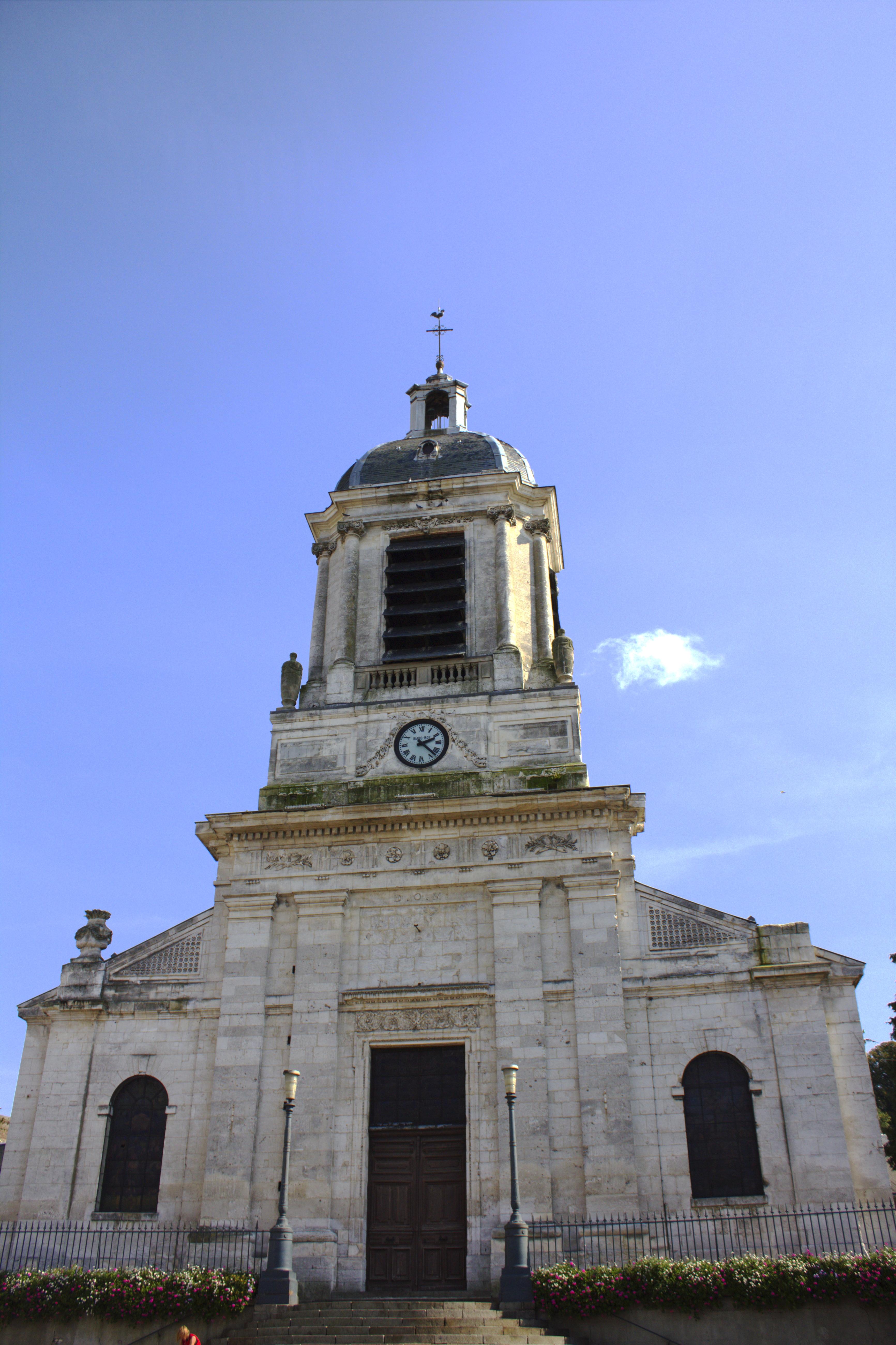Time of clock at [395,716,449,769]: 2:22
